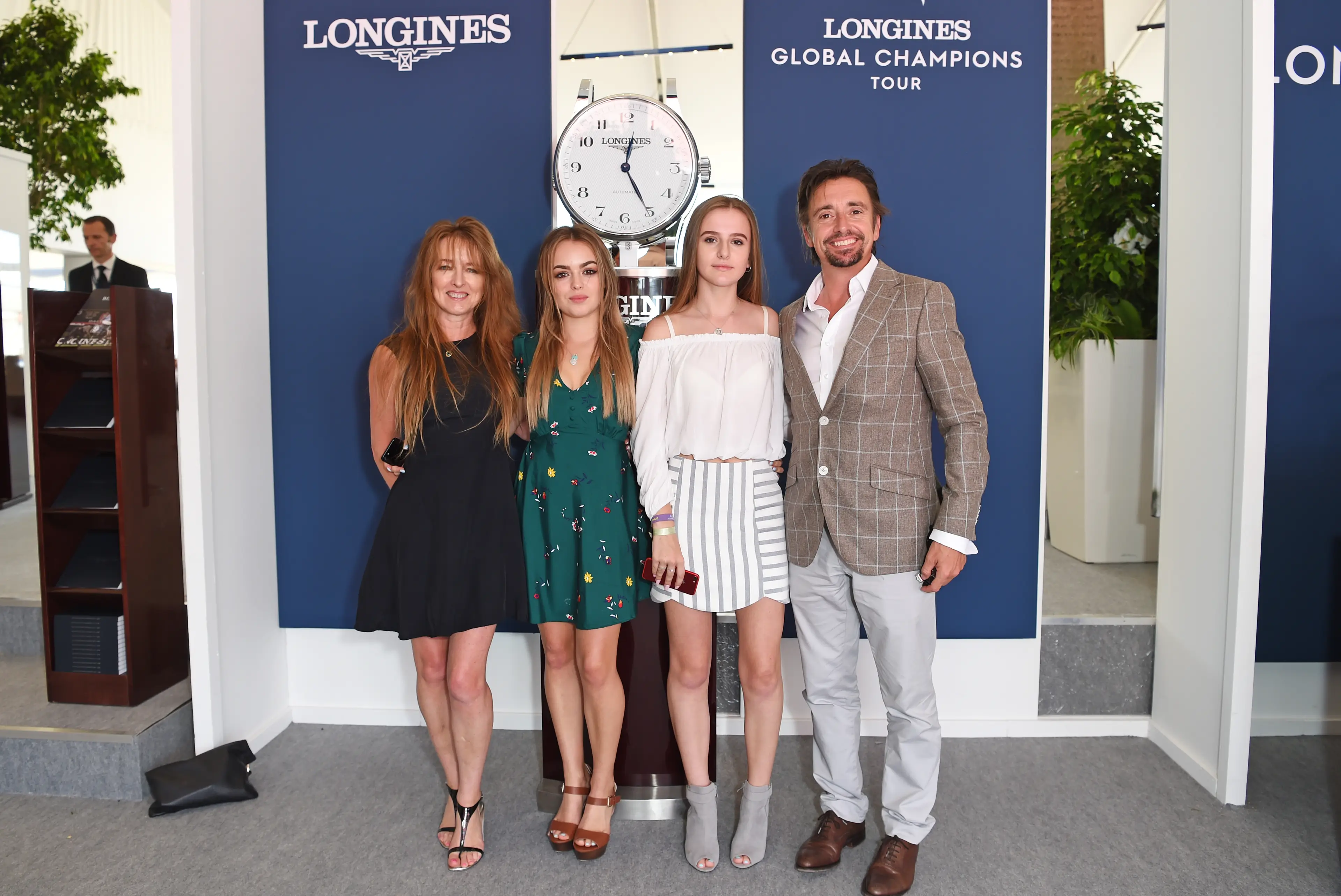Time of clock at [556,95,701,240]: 12:25
